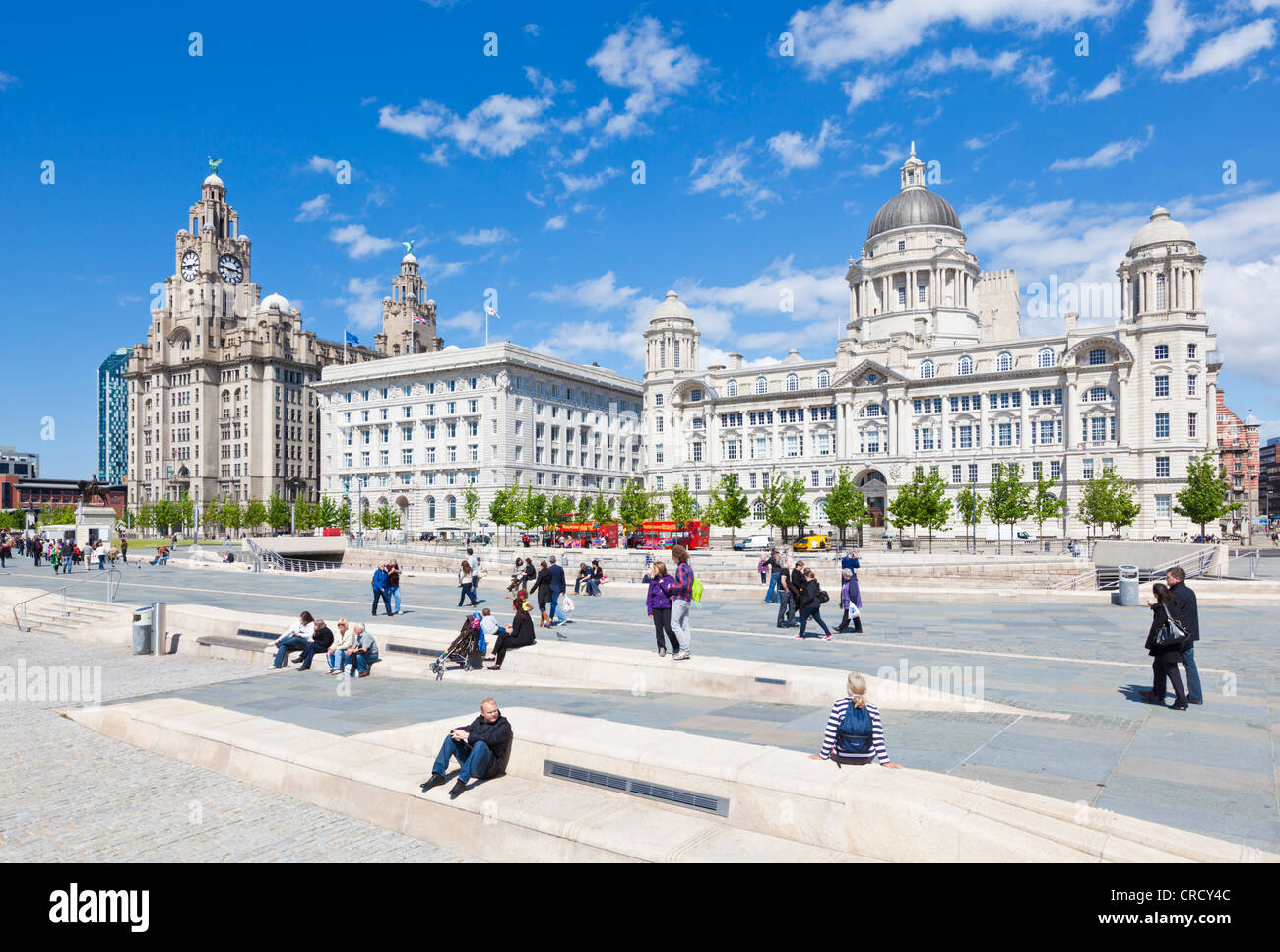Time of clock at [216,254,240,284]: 2:46
